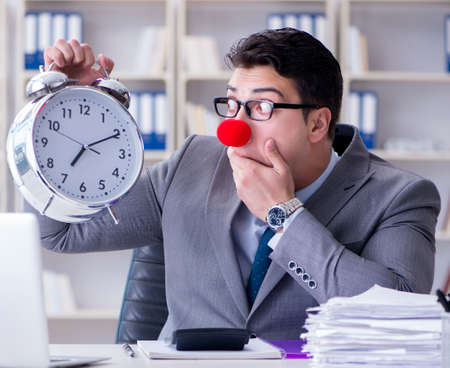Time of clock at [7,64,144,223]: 7:10
